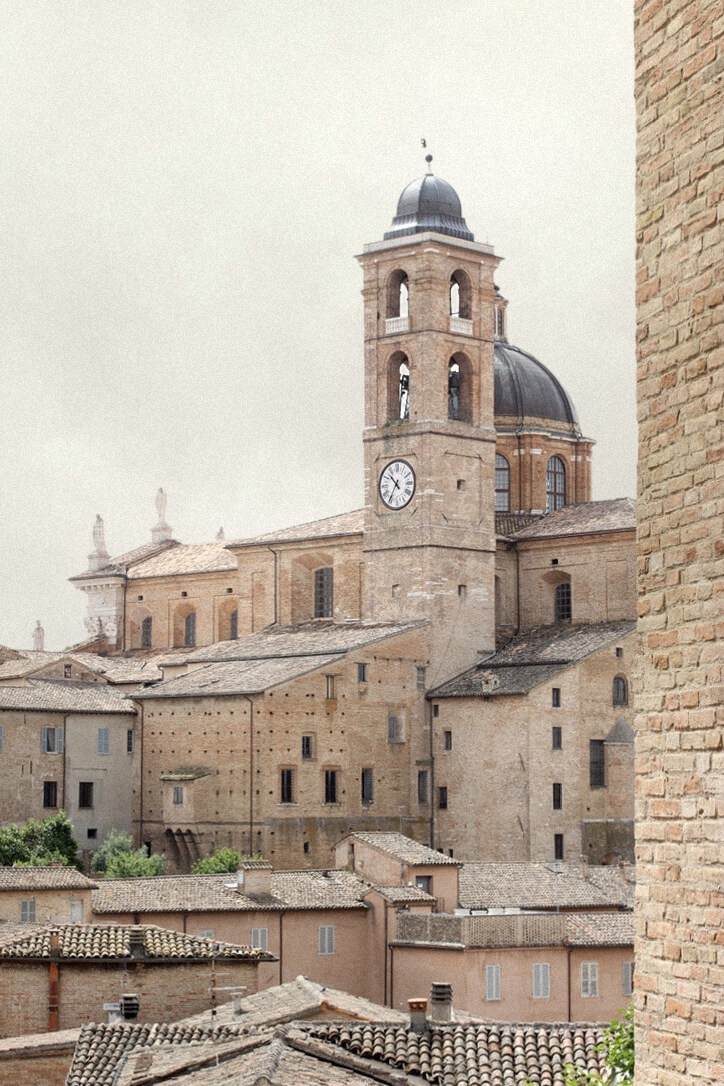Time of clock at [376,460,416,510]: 10:35
